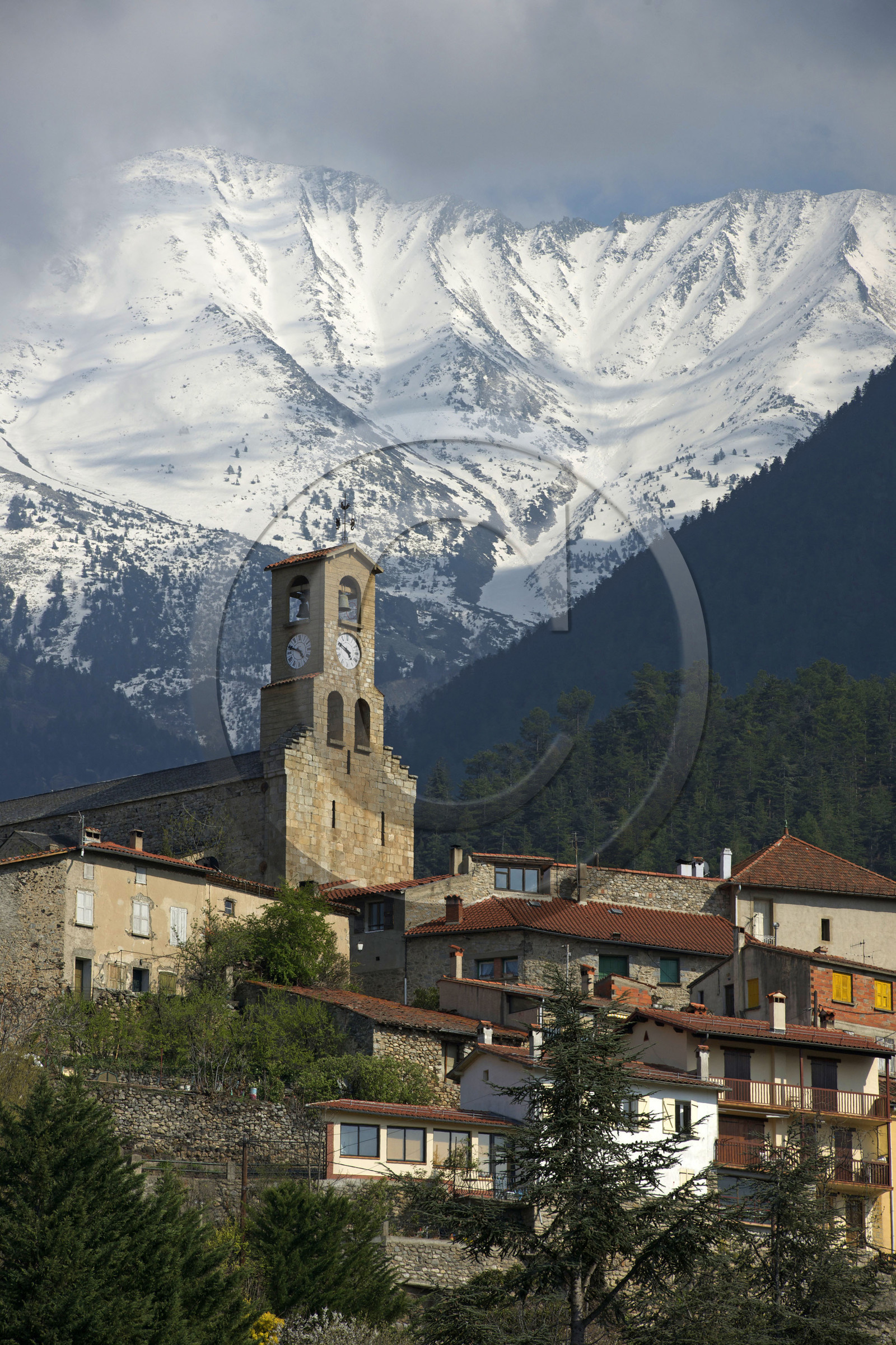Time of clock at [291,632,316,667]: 4:48
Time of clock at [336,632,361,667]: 4:49
